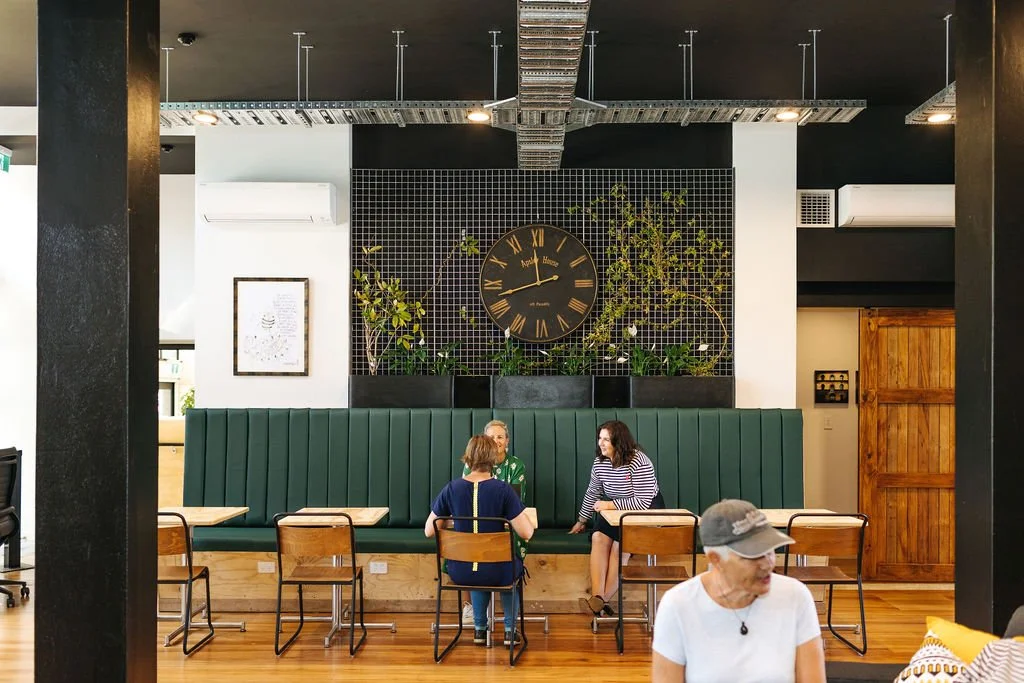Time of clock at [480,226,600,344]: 11:42
